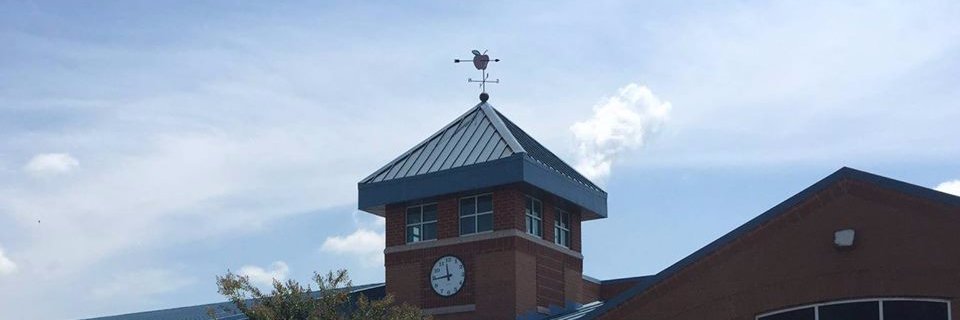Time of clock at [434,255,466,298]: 11:44
